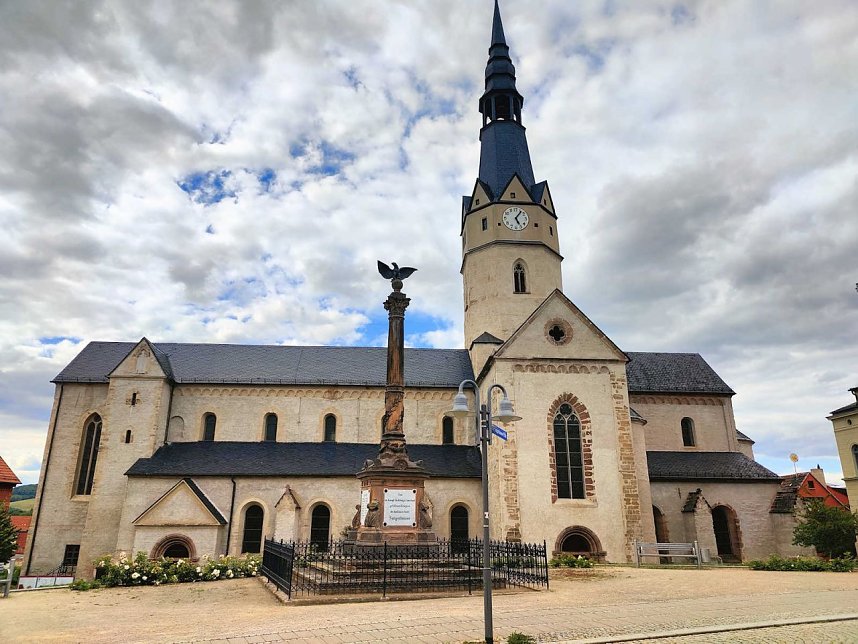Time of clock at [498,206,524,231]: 5:06
